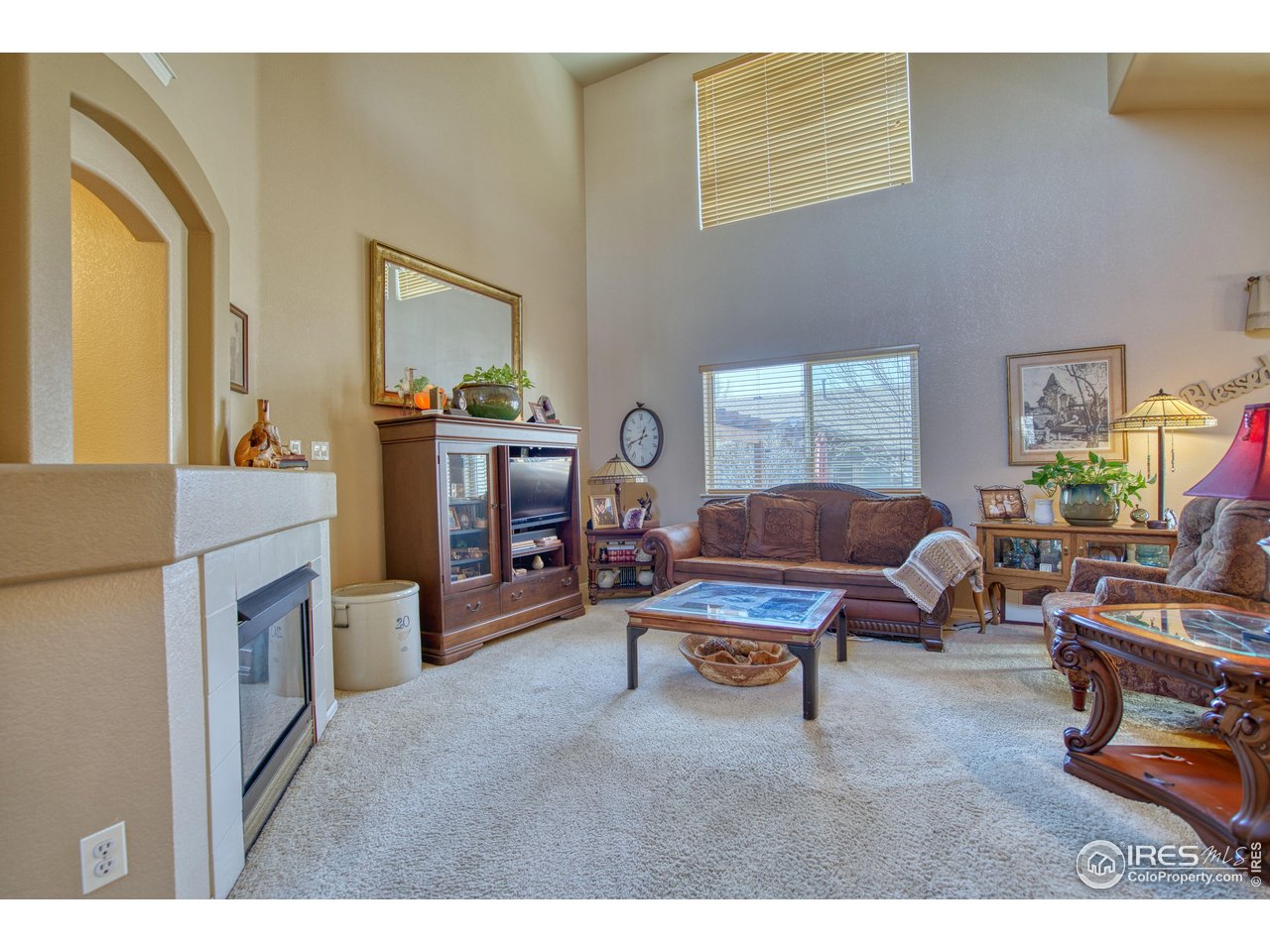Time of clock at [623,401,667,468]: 12:41
